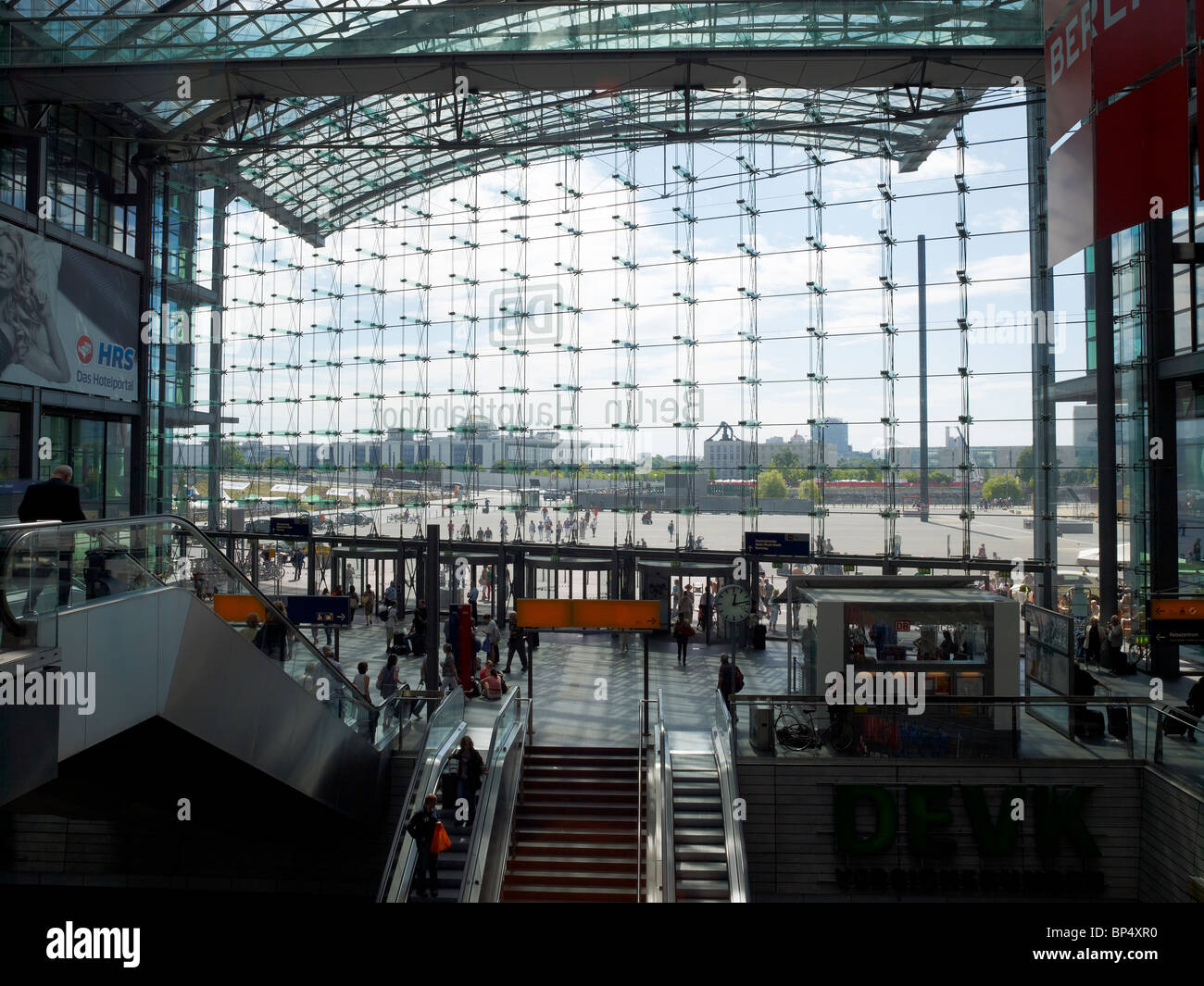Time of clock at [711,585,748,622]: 12:13
